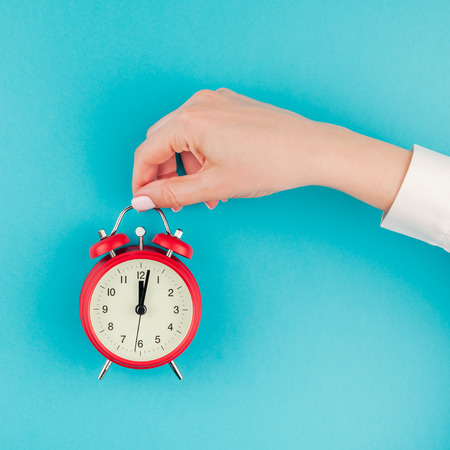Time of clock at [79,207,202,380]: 12:01
